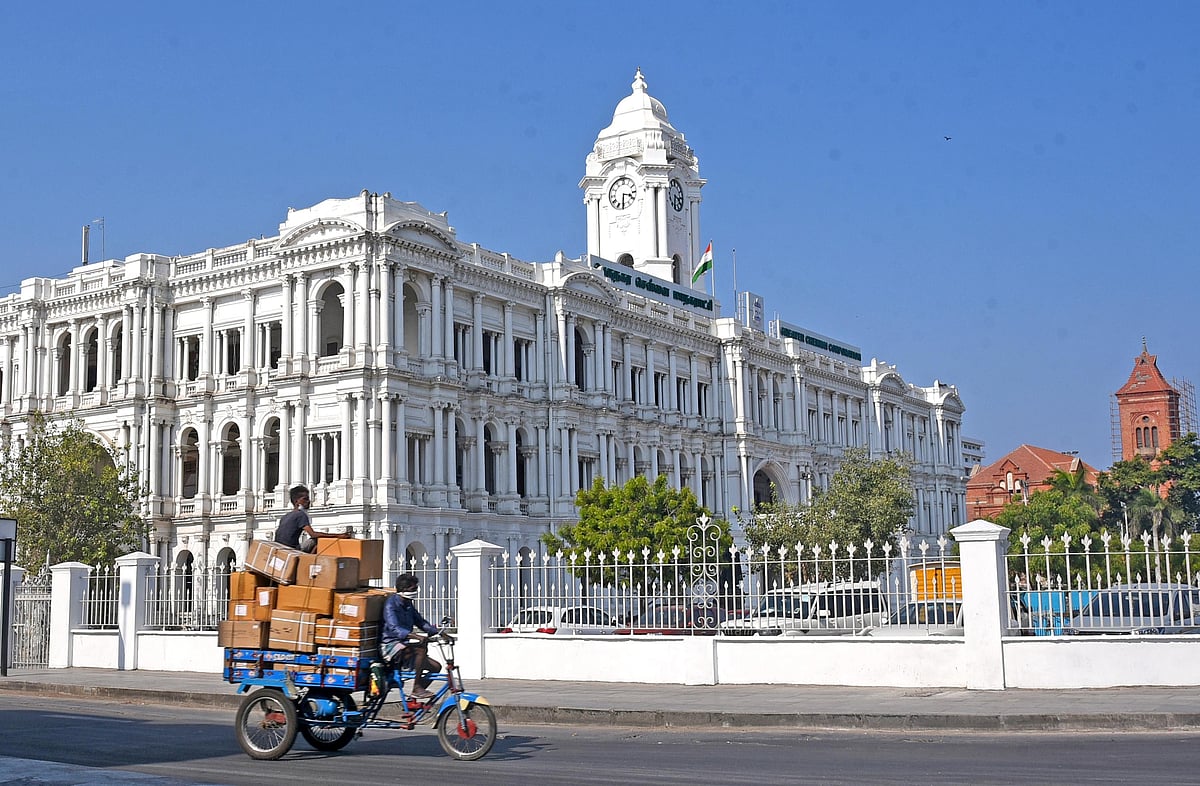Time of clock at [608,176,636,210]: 3:30
